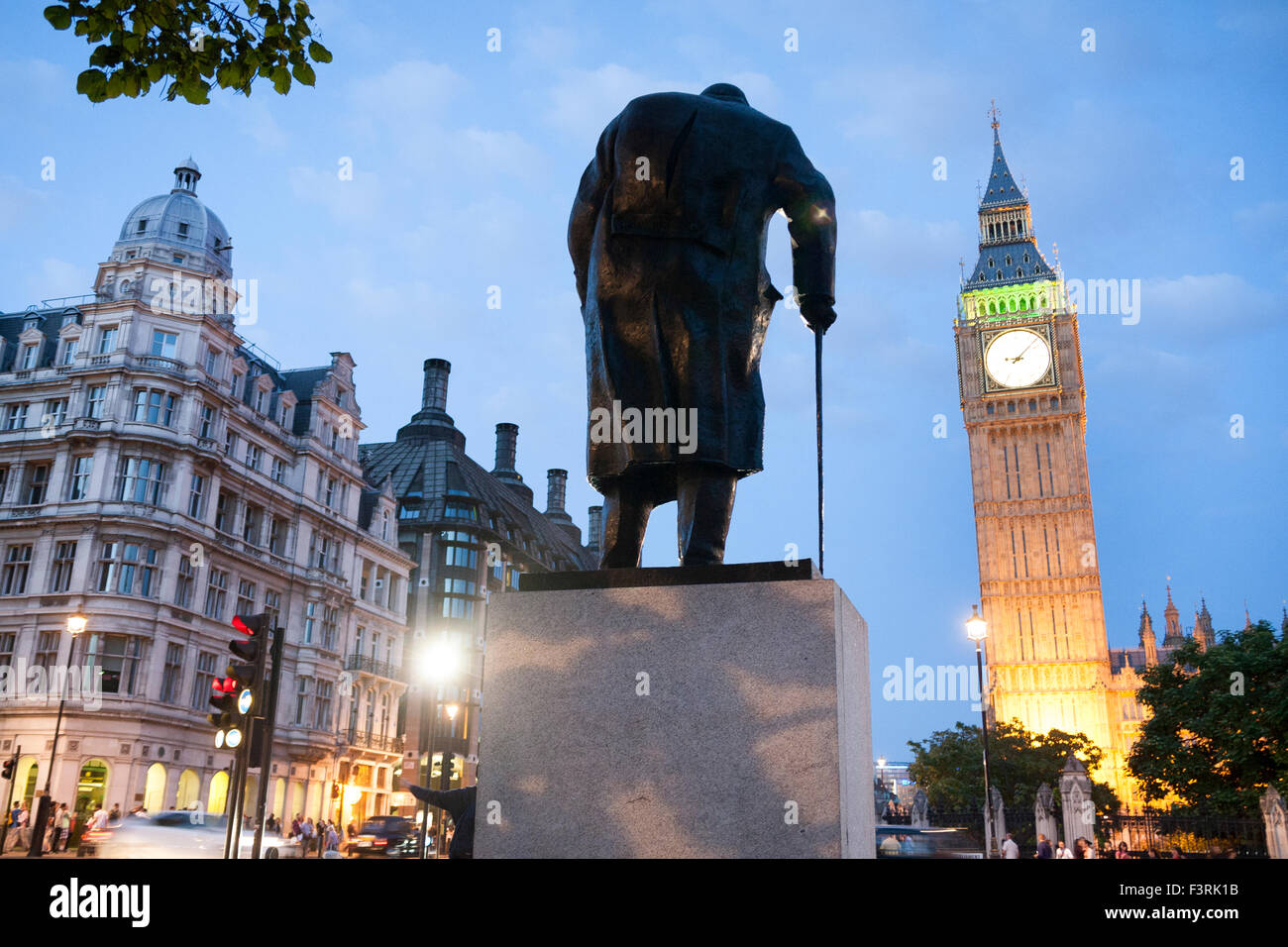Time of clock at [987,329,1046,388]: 9:07
